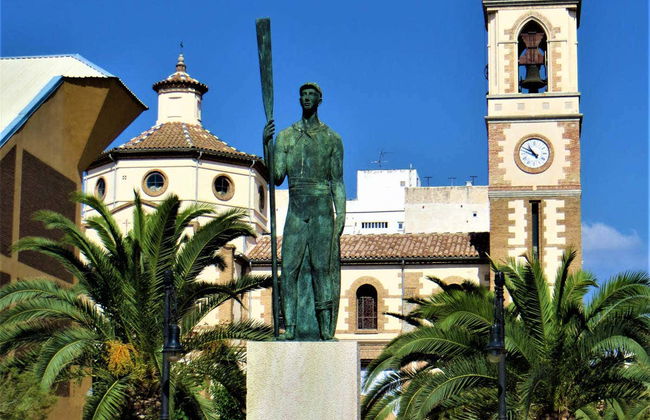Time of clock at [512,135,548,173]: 10:49
